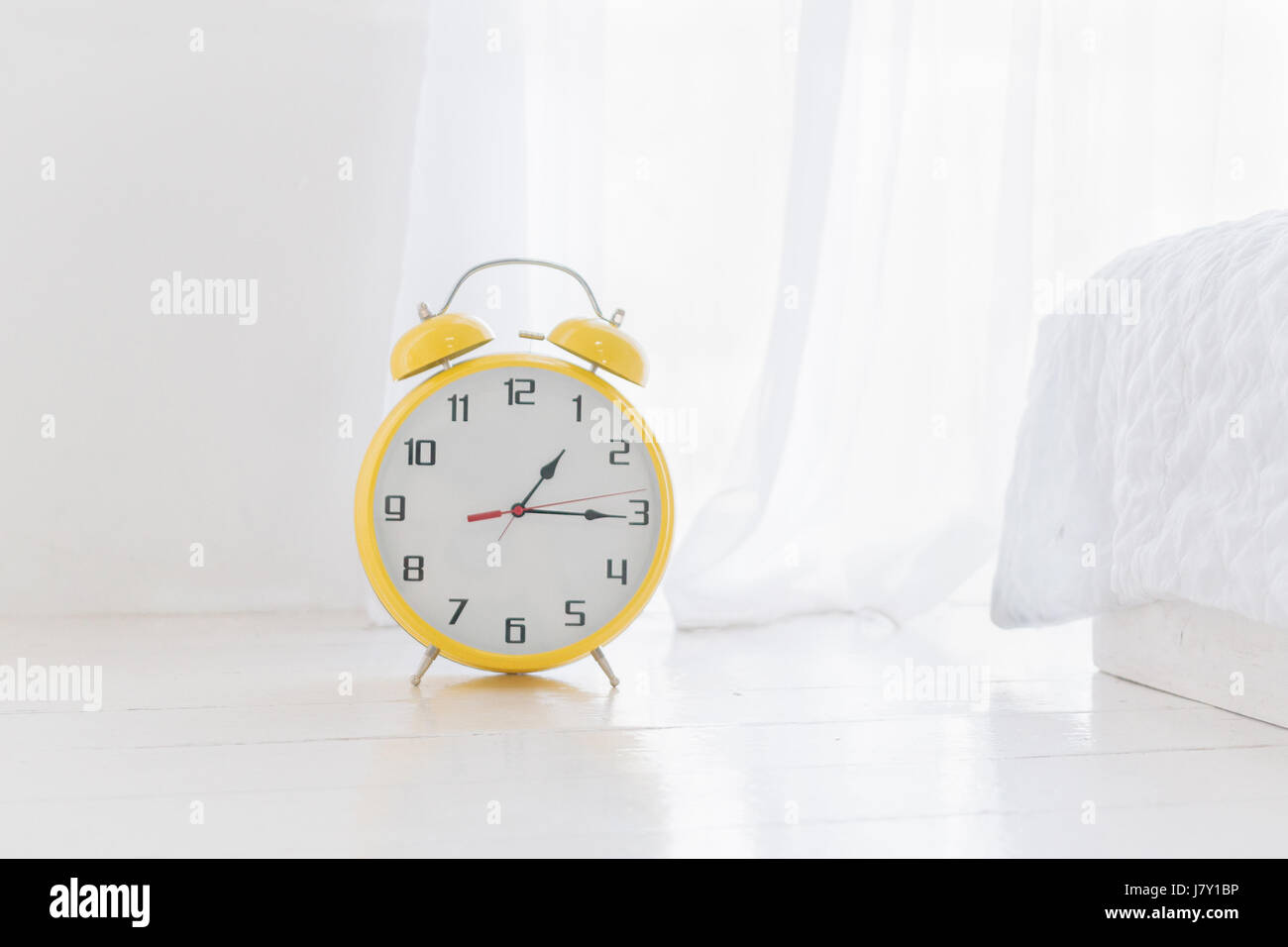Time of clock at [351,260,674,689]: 1:15
